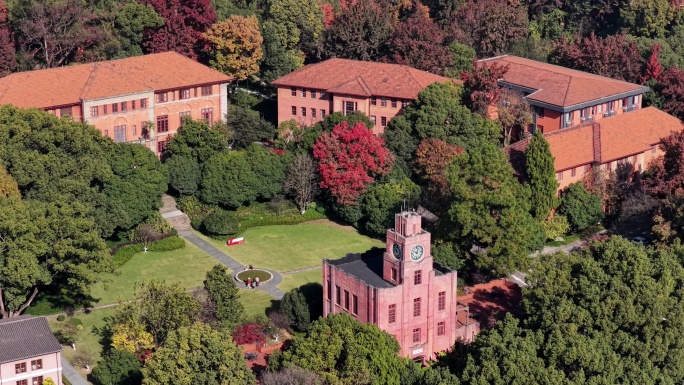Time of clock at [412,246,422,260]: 10:02
